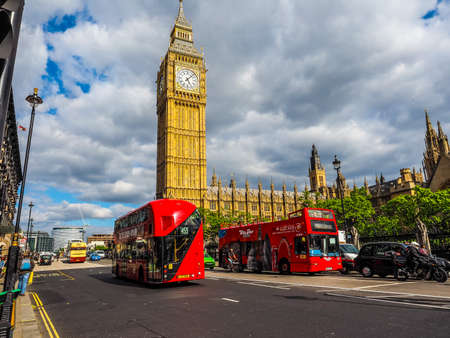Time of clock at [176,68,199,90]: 5:07
